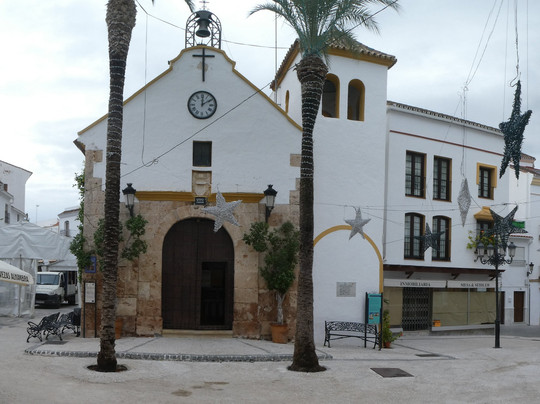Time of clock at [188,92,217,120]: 12:09
